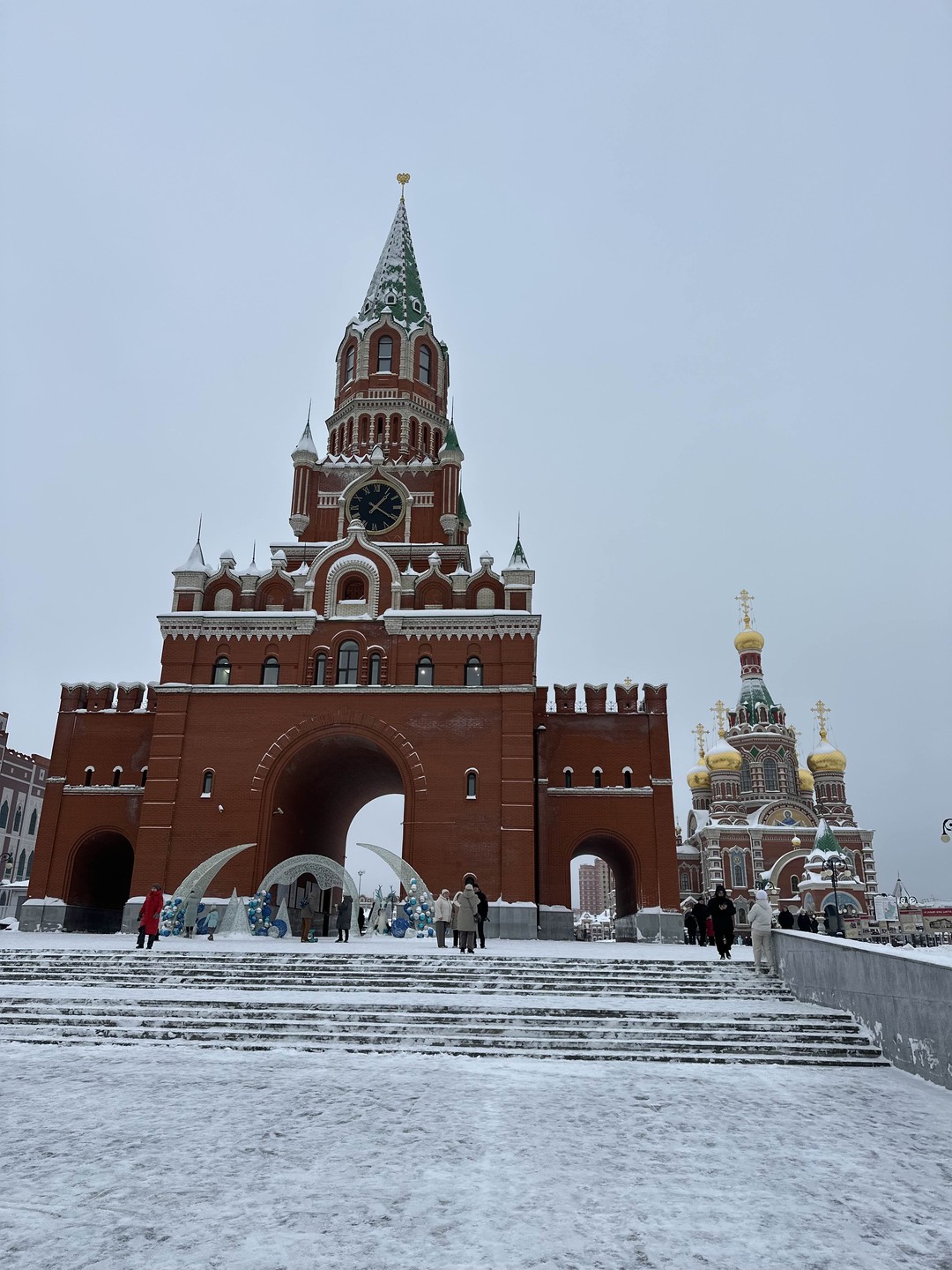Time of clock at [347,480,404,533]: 1:20
